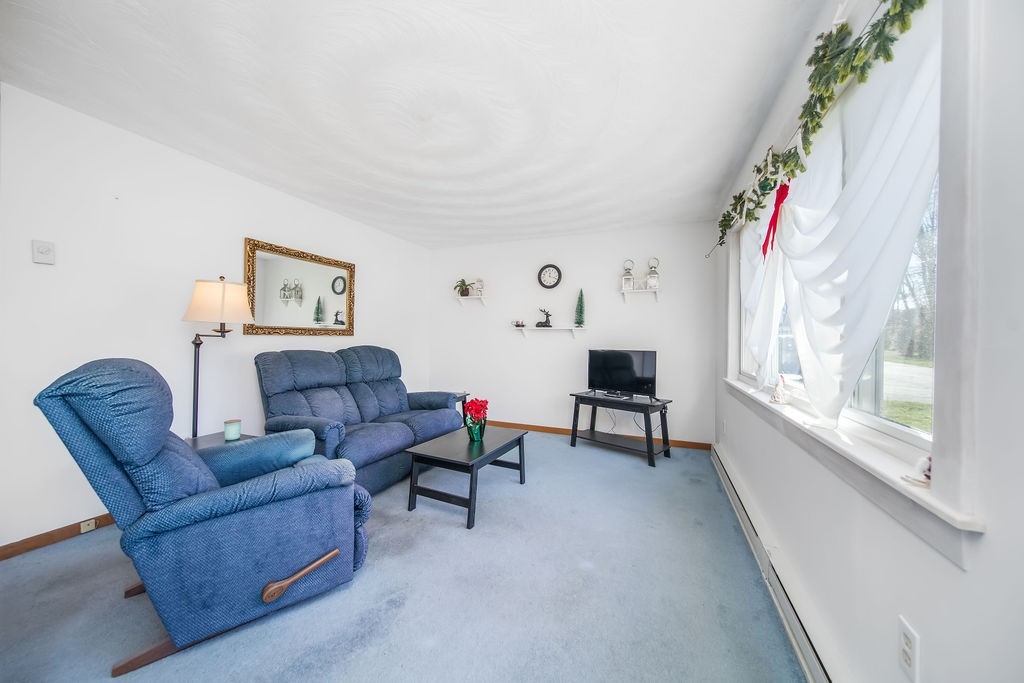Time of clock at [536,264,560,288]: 12:18
